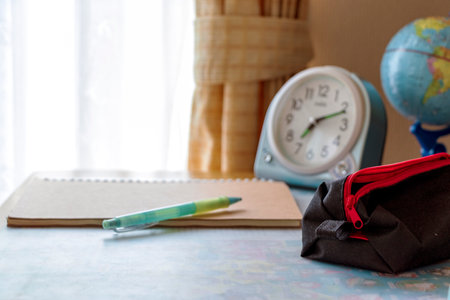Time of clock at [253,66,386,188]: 7:11
